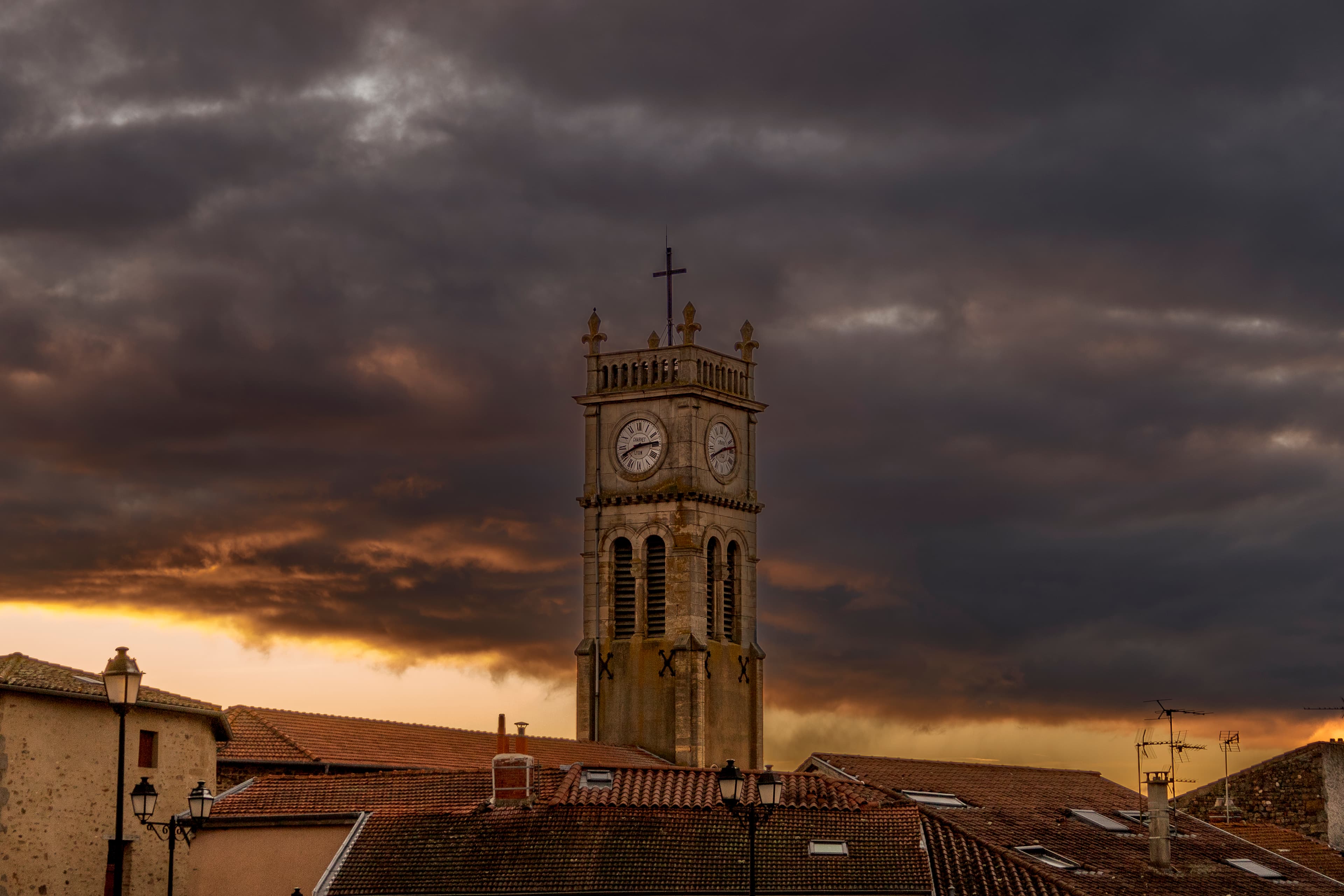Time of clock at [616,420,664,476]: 8:14
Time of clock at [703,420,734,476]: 8:12
